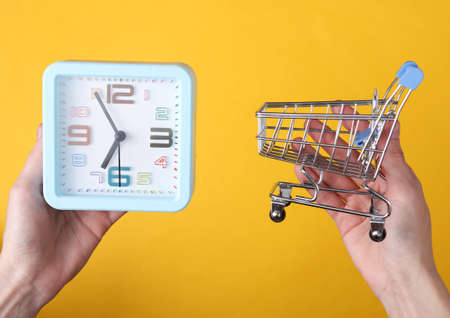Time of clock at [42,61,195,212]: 6:54
